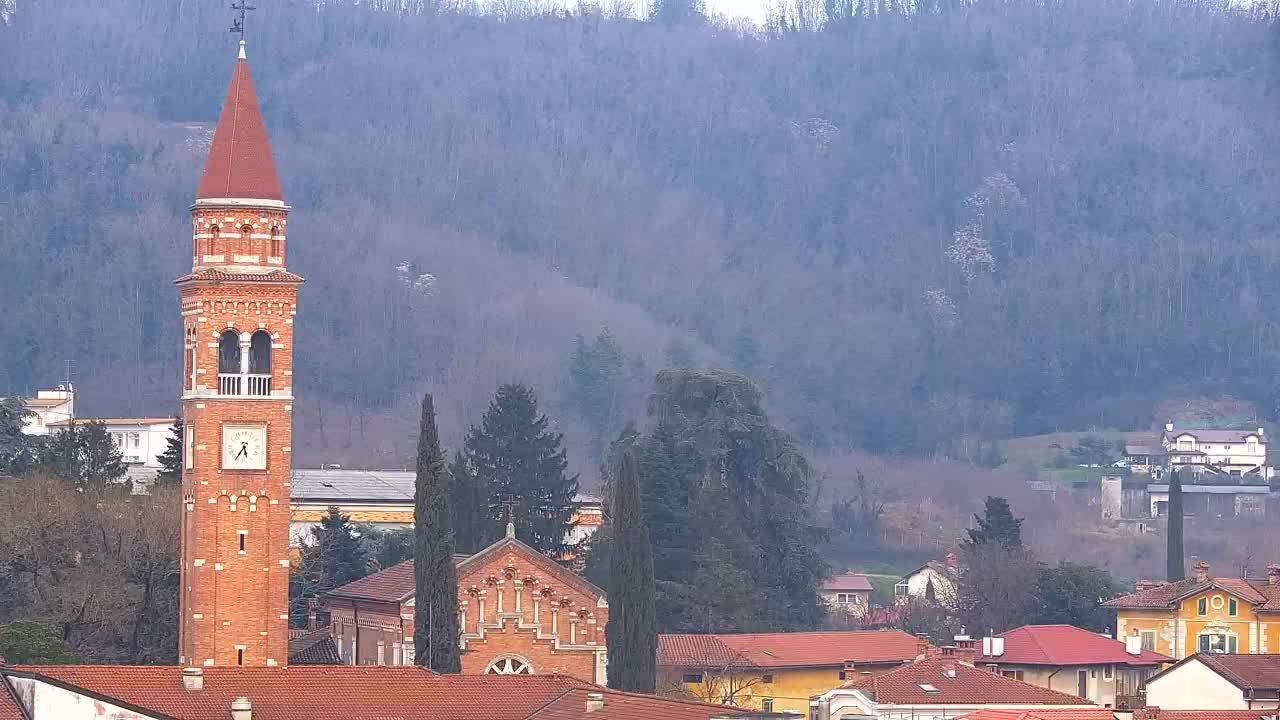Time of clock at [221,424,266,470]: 5:35
